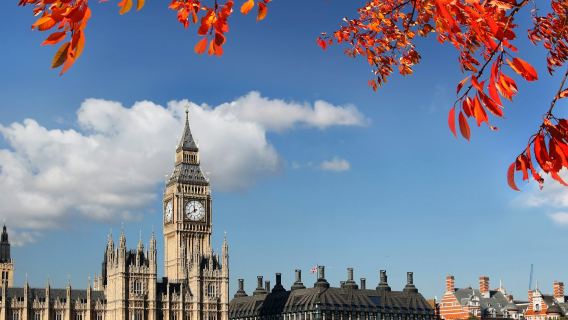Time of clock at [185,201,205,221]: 11:39
